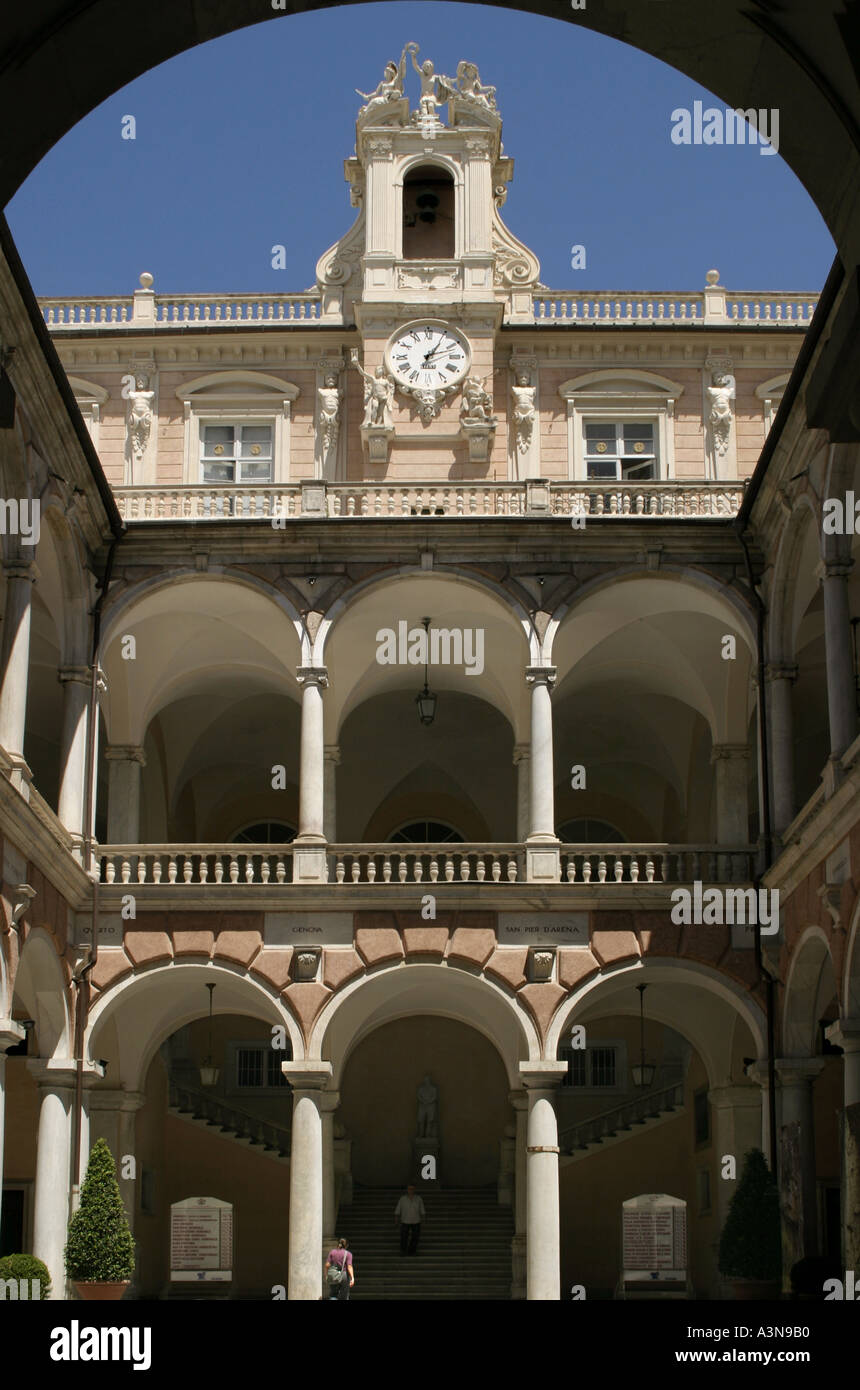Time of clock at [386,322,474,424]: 1:11
